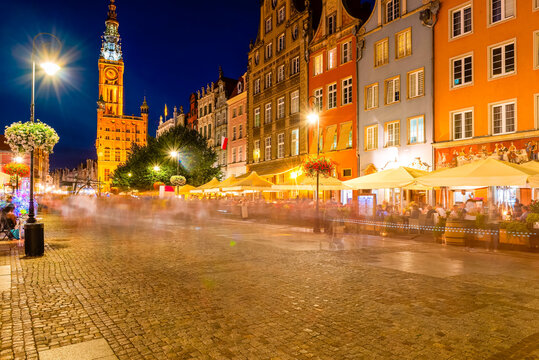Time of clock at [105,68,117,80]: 10:23
